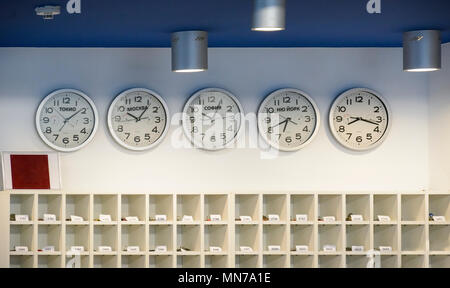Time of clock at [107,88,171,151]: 10:06
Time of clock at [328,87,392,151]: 8:17
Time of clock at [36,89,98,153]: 7:08
